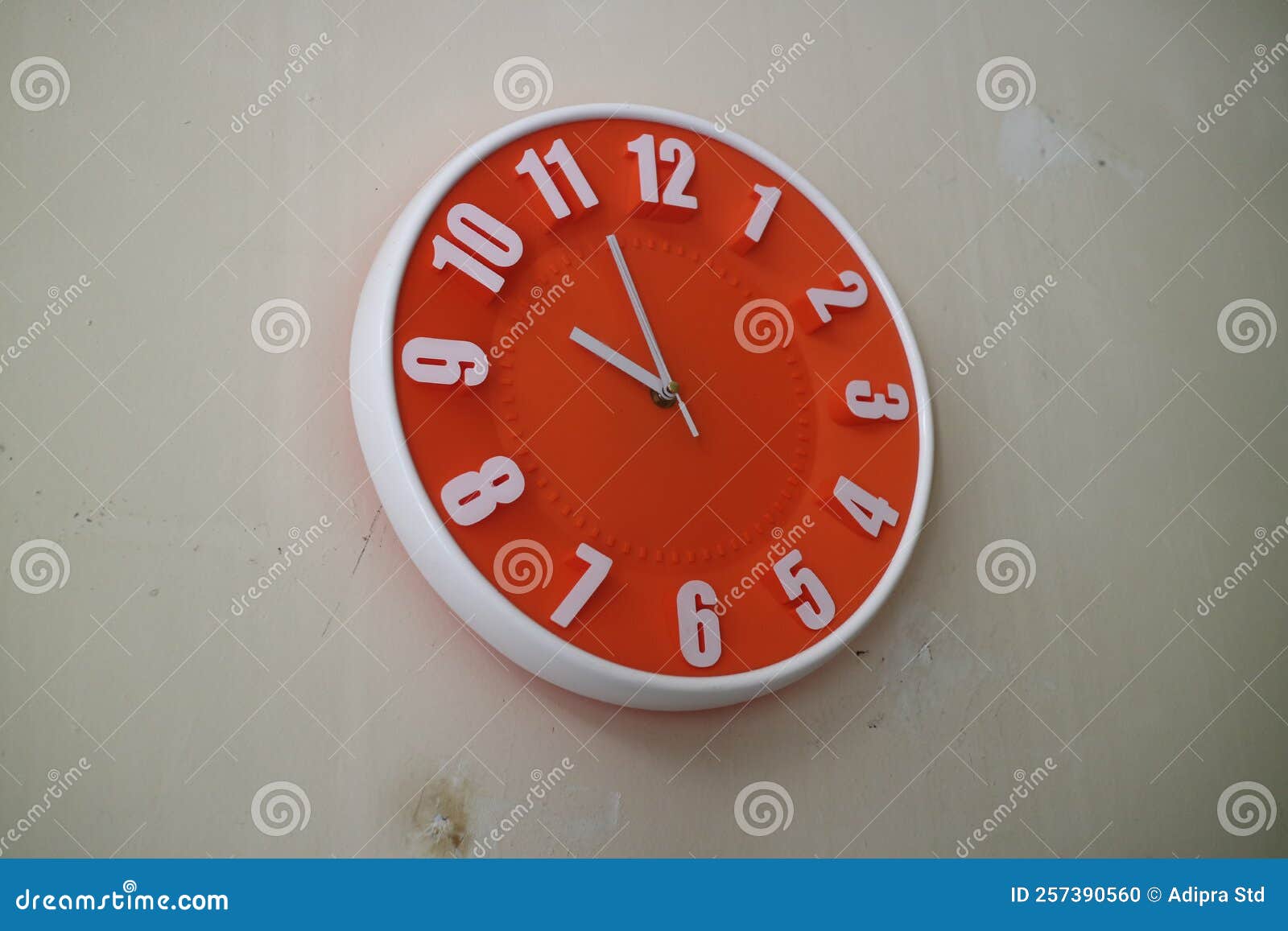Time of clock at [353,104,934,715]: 9:56
